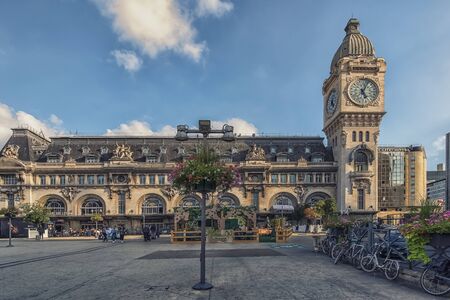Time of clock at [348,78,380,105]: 5:03
